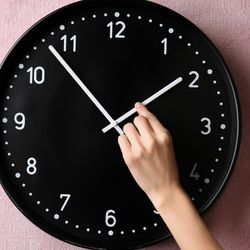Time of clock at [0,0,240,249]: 1:53
